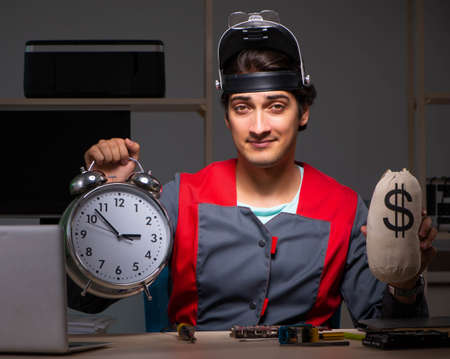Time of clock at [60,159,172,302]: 2:53
